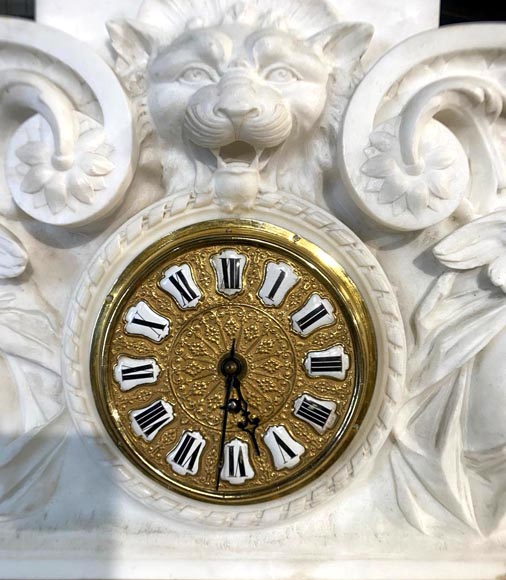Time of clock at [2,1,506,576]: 5:31
